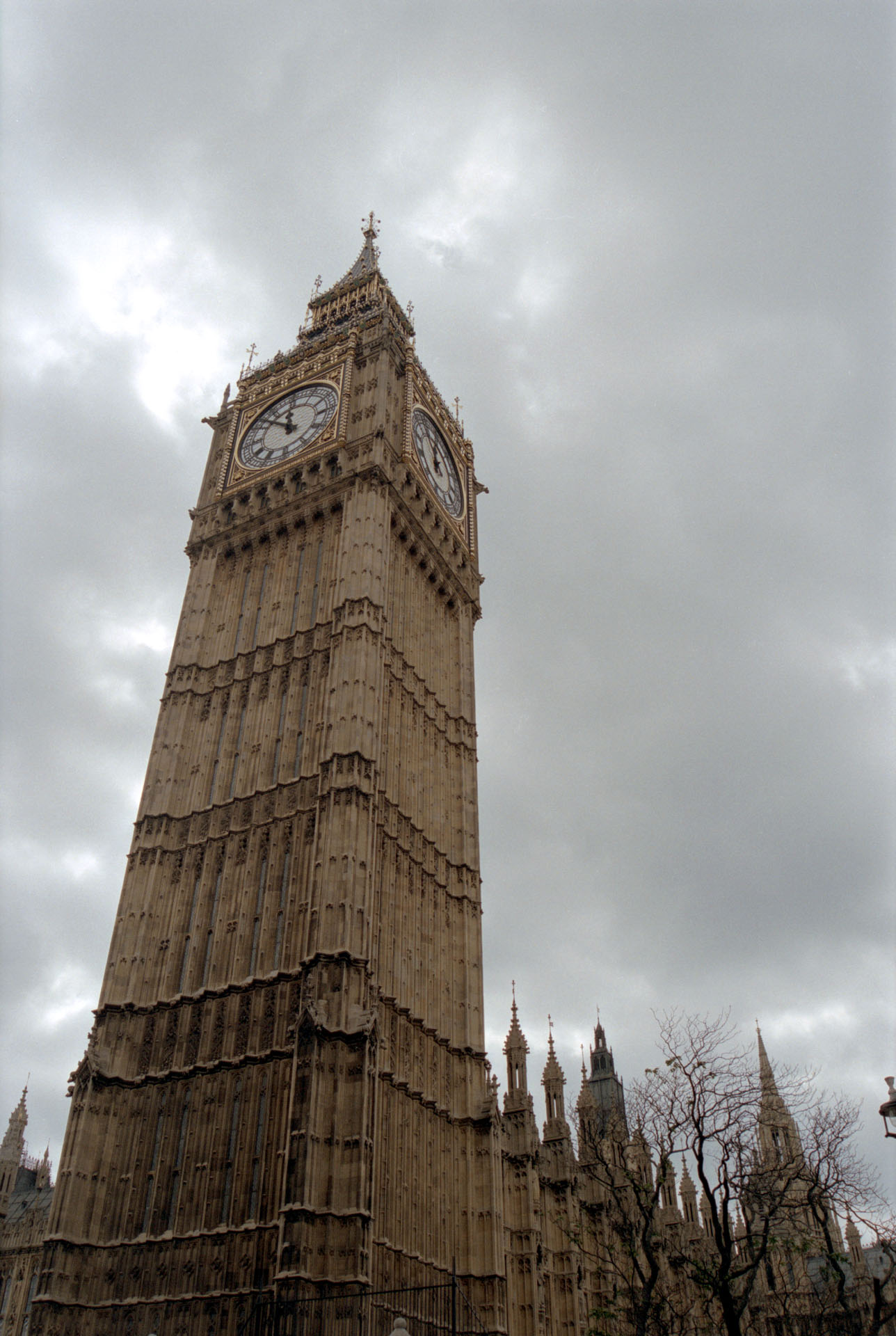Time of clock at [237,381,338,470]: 11:51
